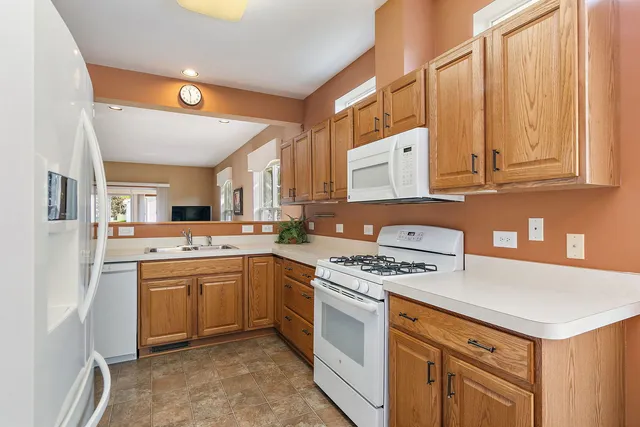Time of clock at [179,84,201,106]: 11:30
